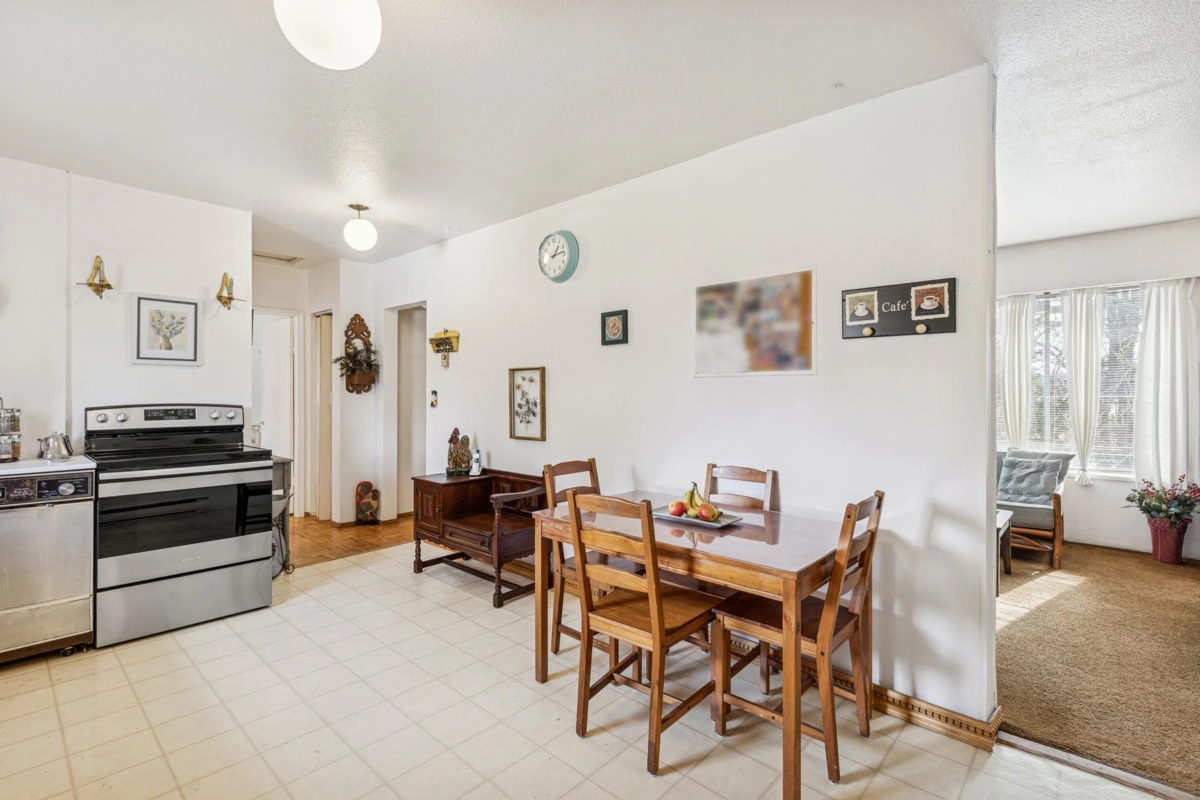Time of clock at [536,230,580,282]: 1:13
